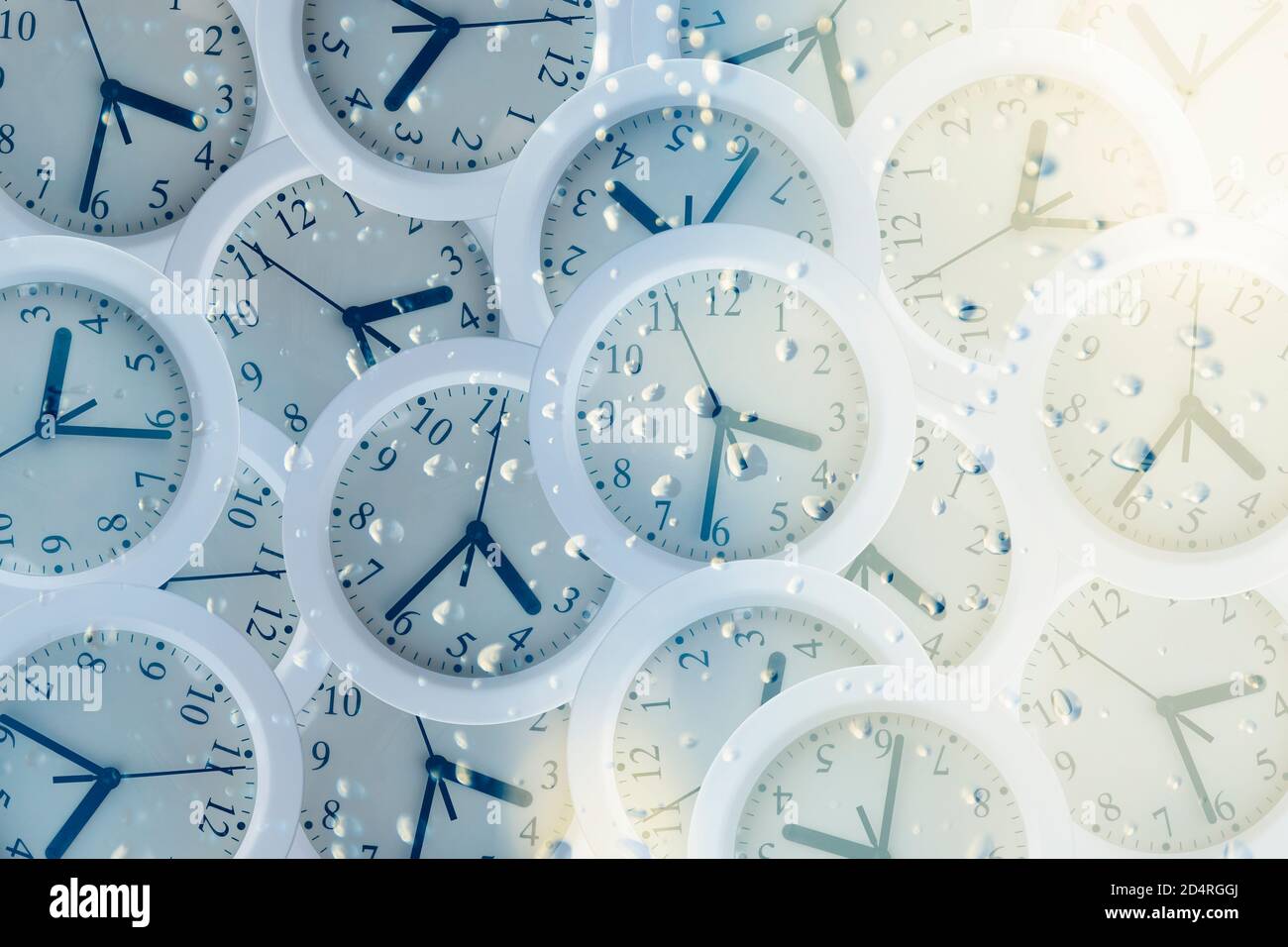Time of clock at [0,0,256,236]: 3:31
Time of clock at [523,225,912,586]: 3:31
